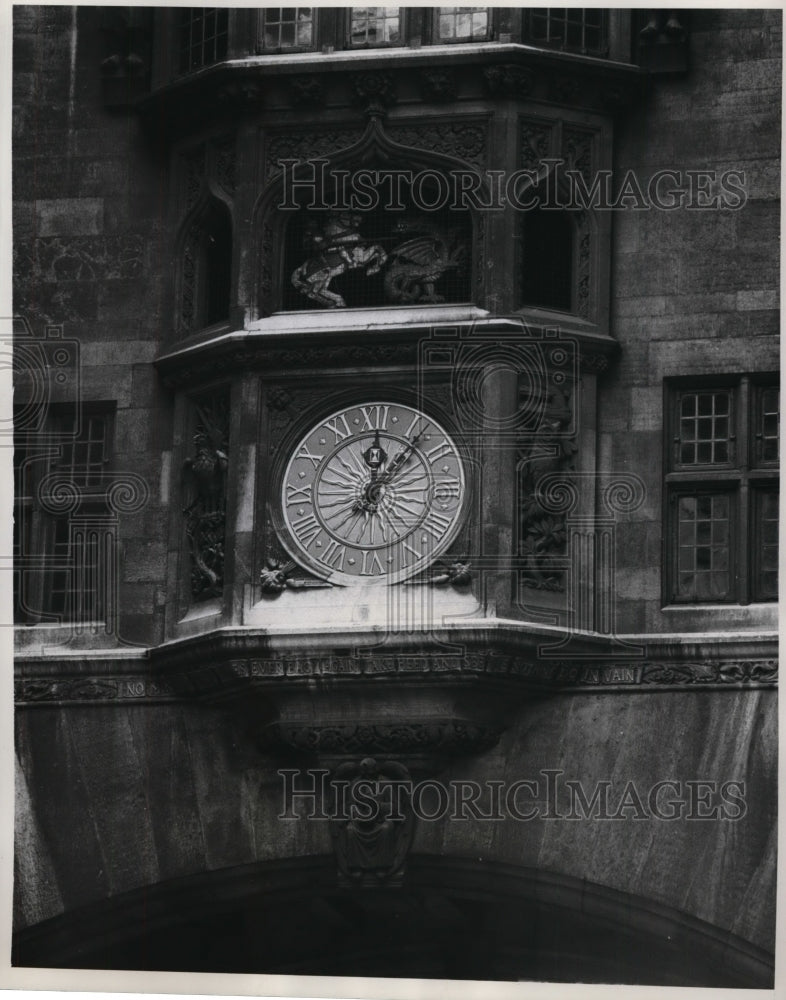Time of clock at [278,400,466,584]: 12:06
